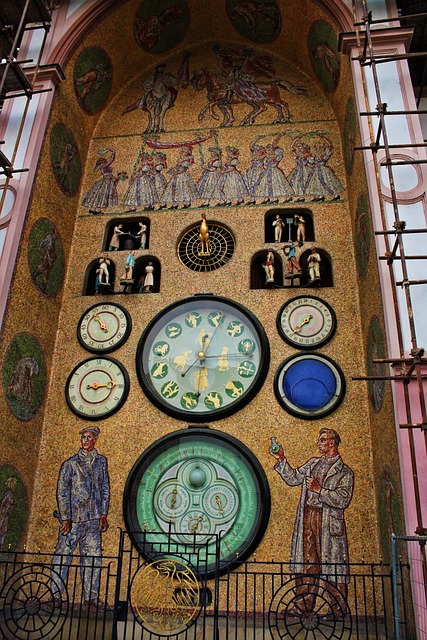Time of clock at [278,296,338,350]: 7:37
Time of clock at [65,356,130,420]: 9:14
